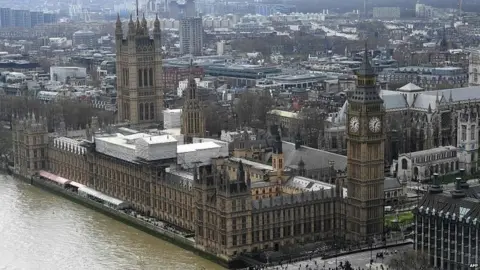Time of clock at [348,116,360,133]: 7:32
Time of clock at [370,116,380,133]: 1:32
